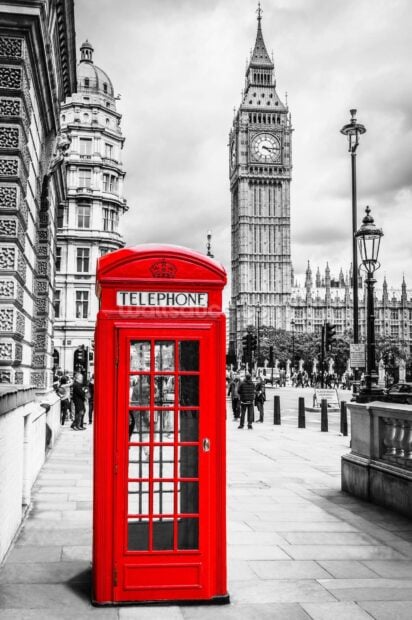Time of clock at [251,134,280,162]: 4:15
